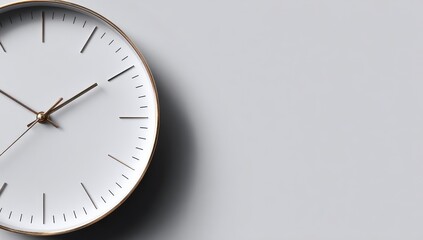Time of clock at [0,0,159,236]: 1:50
